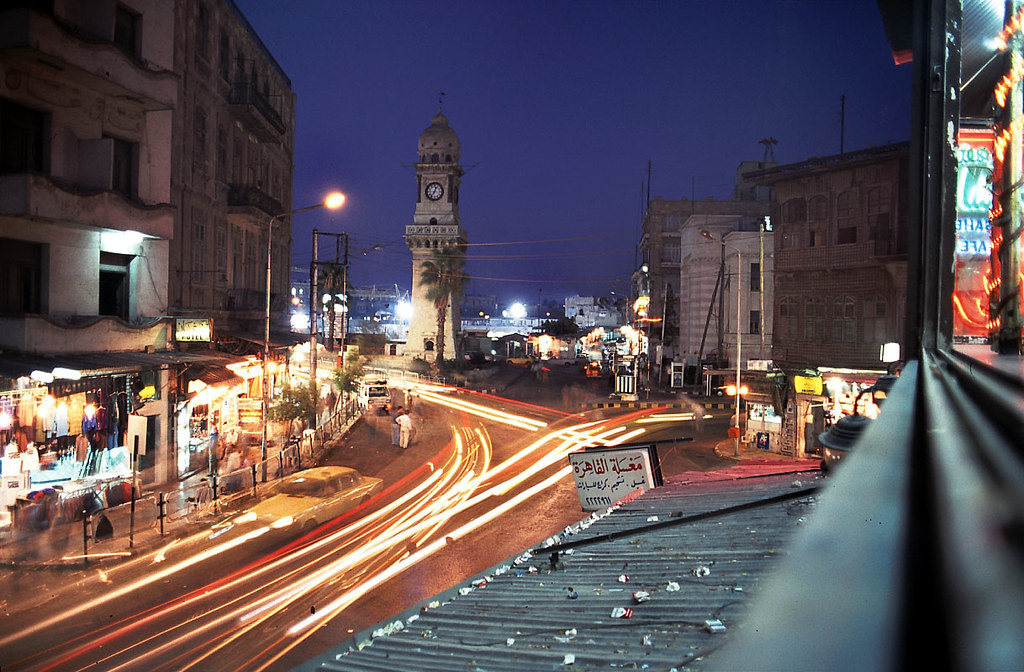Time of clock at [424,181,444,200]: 12:36
